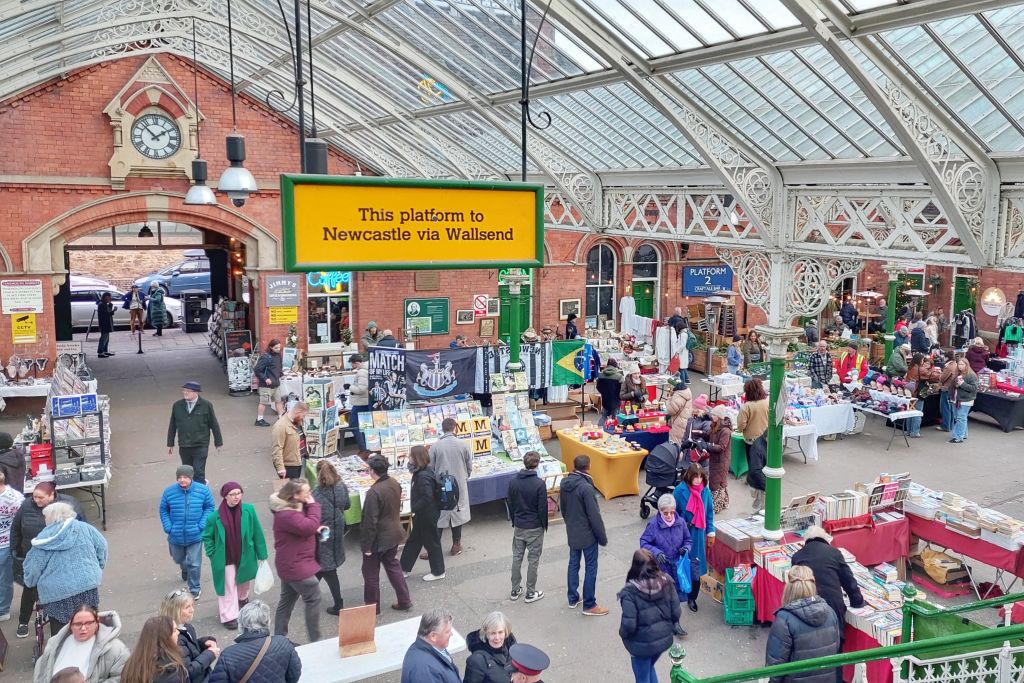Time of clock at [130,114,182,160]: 1:52
